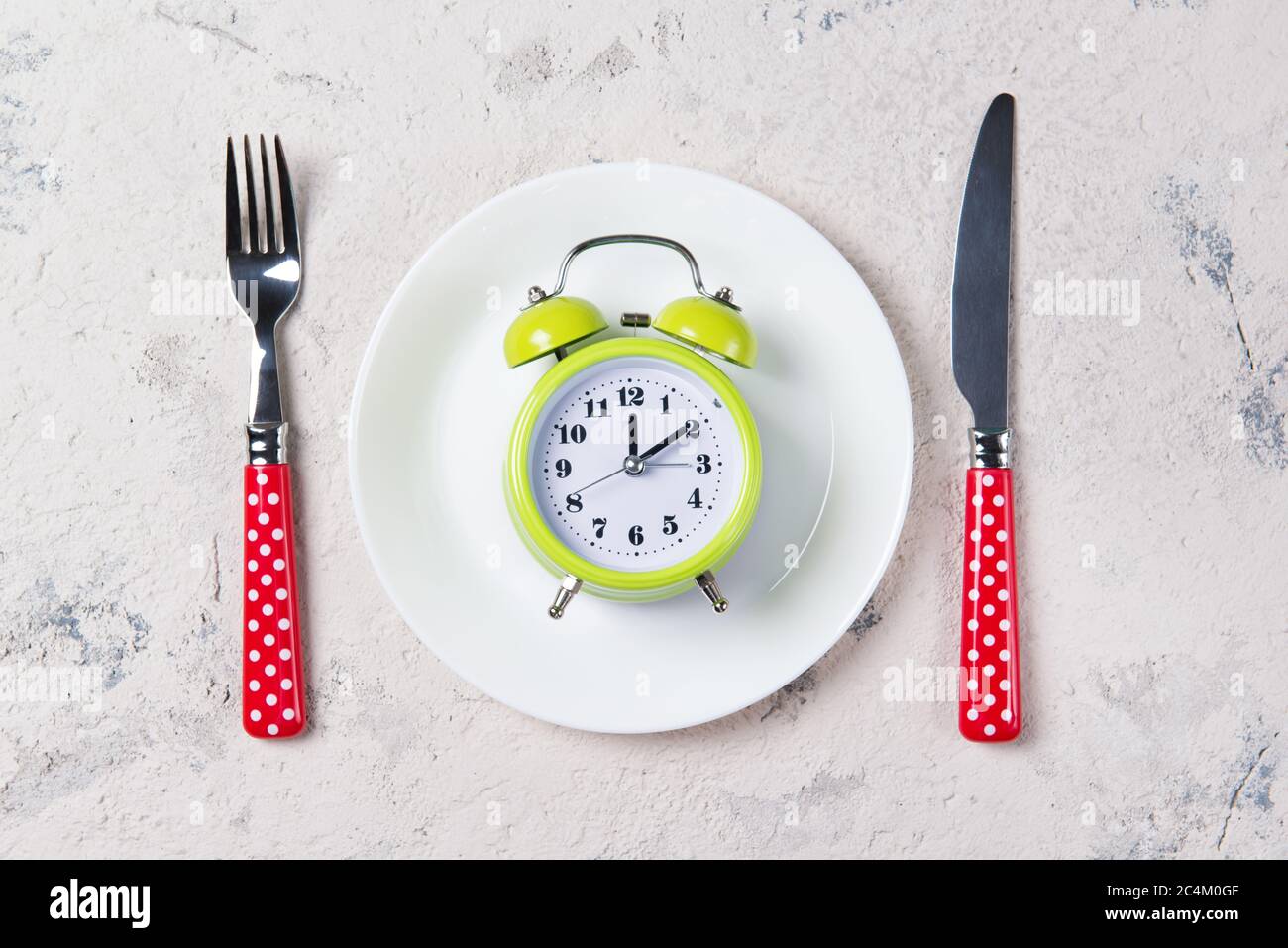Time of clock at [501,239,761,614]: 12:09
